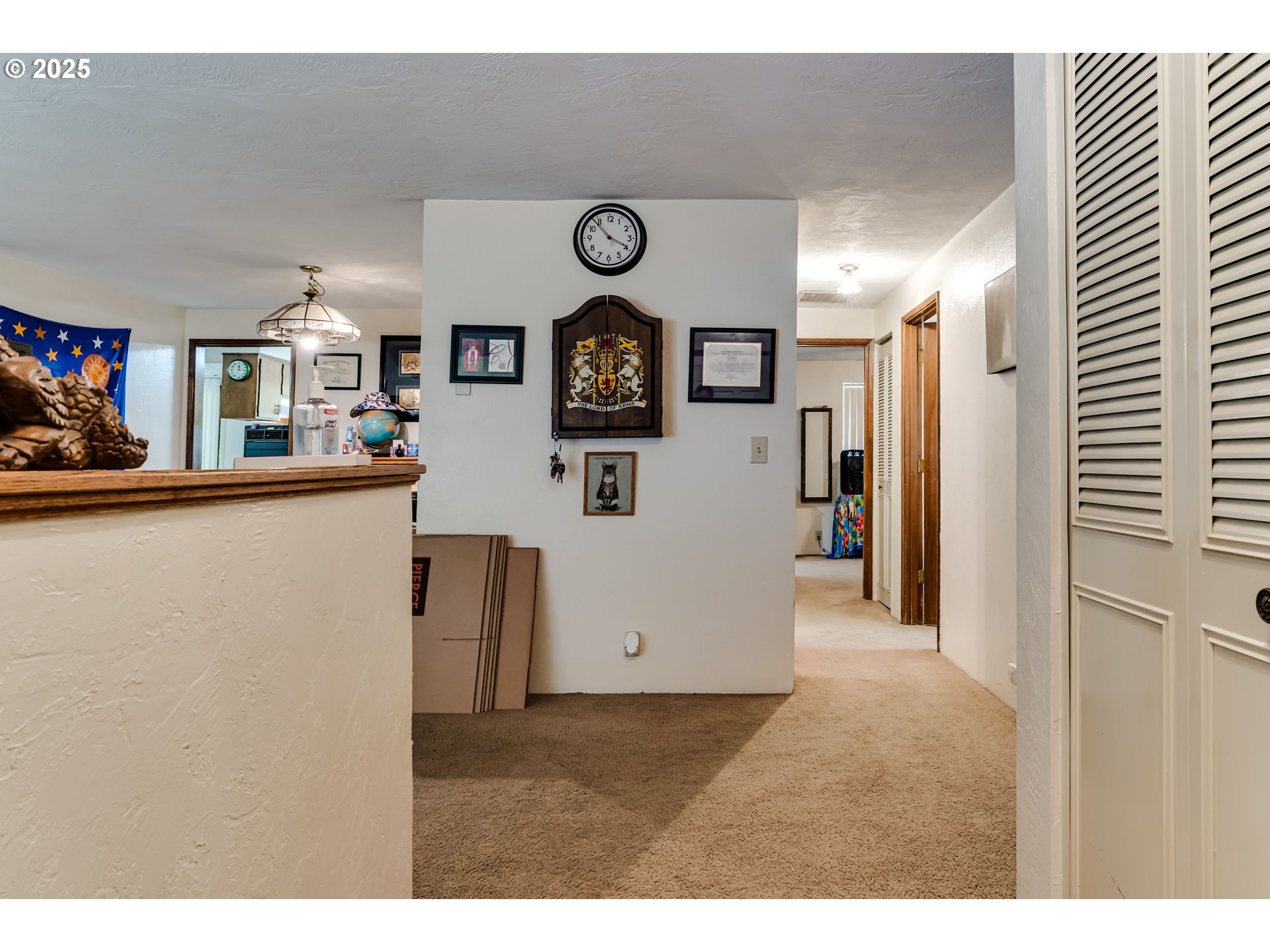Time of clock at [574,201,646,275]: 3:52
